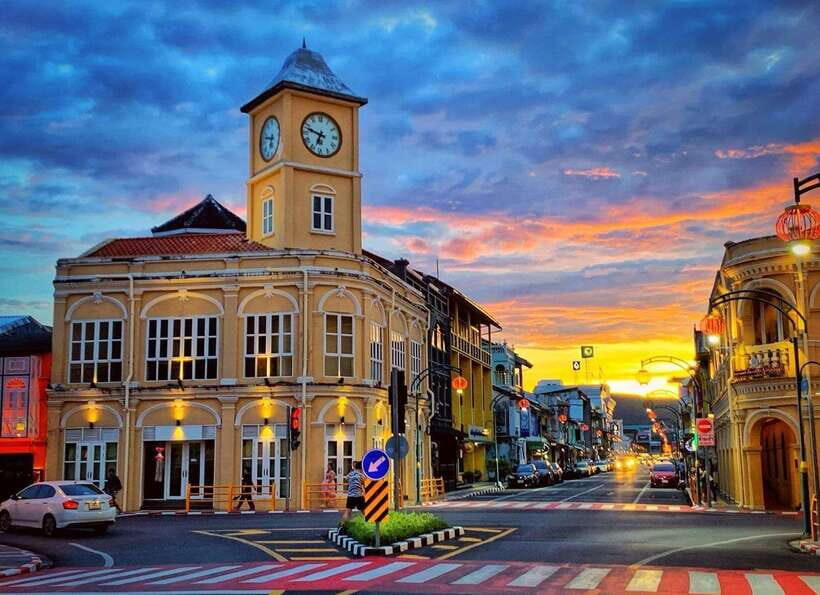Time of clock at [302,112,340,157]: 6:47
